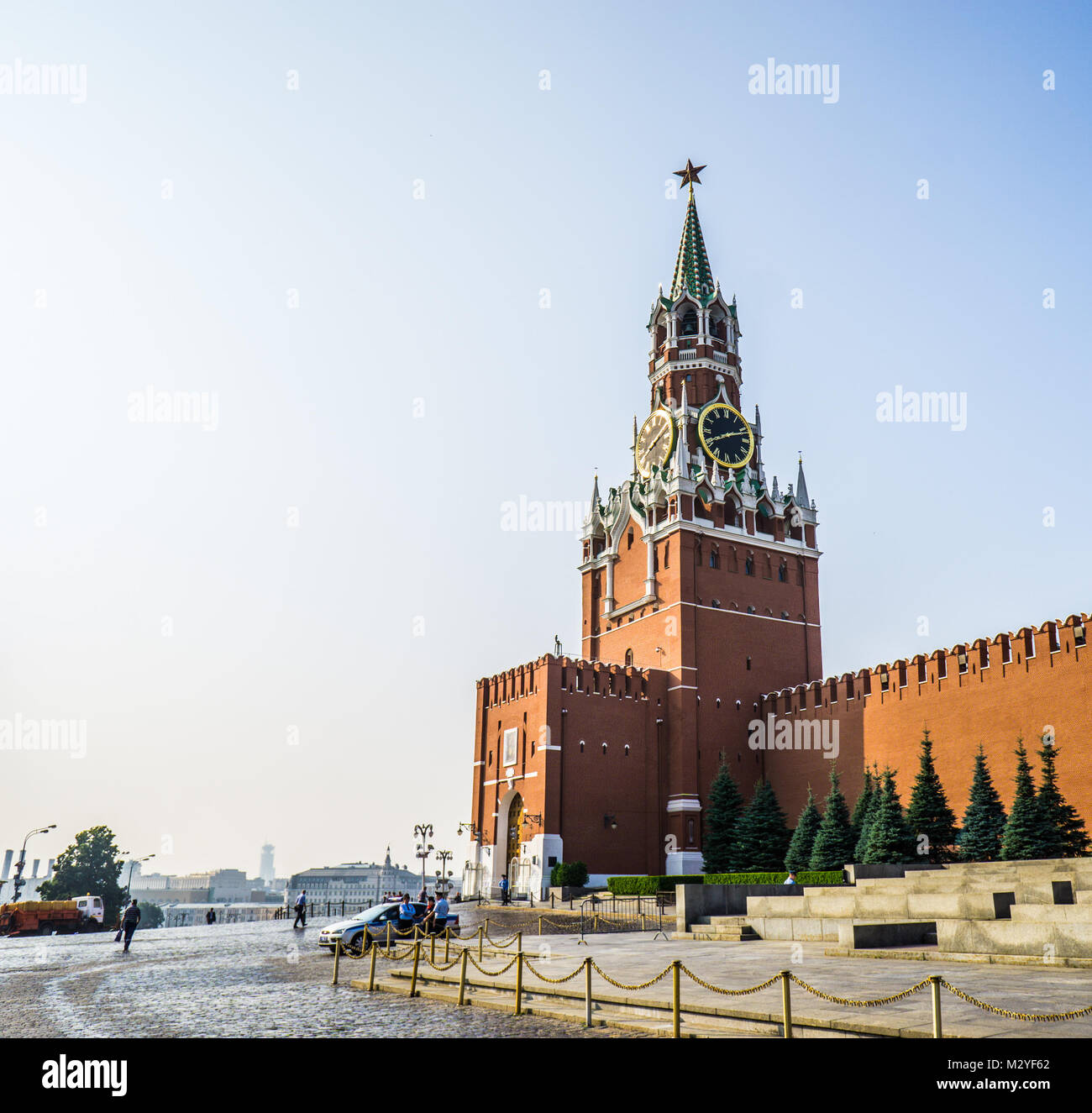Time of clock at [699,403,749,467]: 8:11
